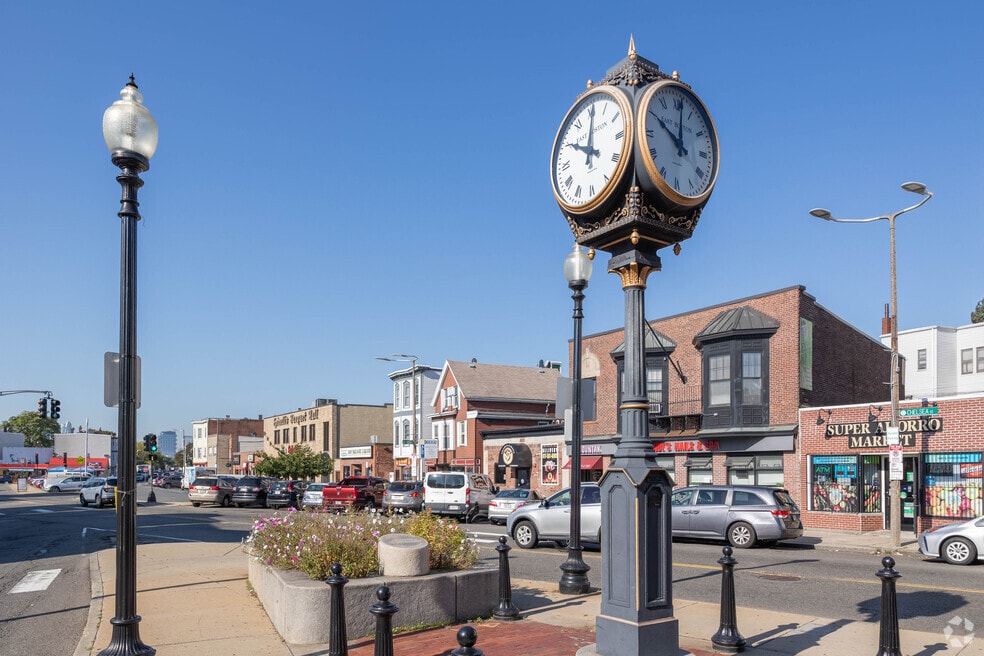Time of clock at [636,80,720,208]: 10:01
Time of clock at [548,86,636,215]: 10:00
